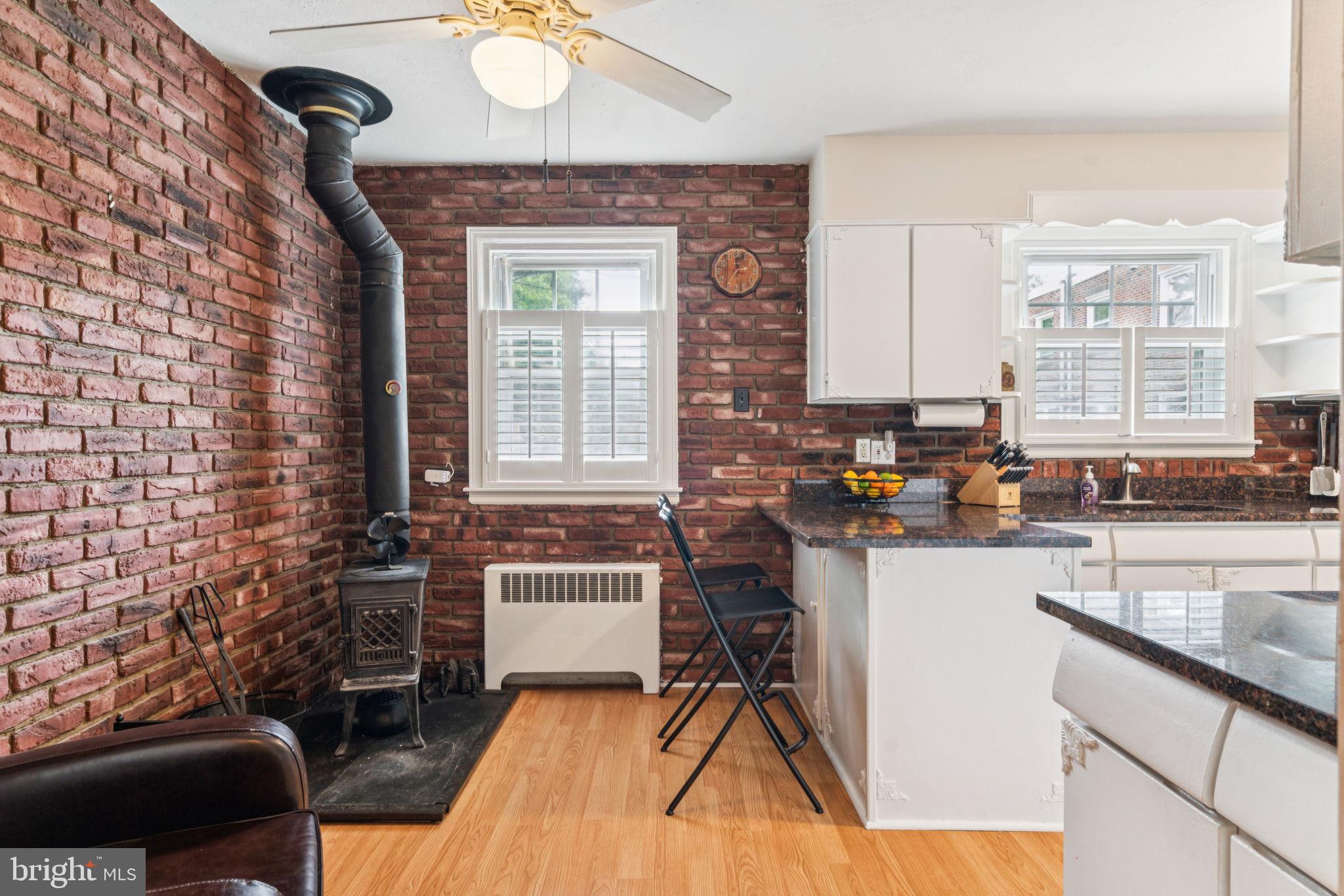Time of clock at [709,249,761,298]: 2:36
